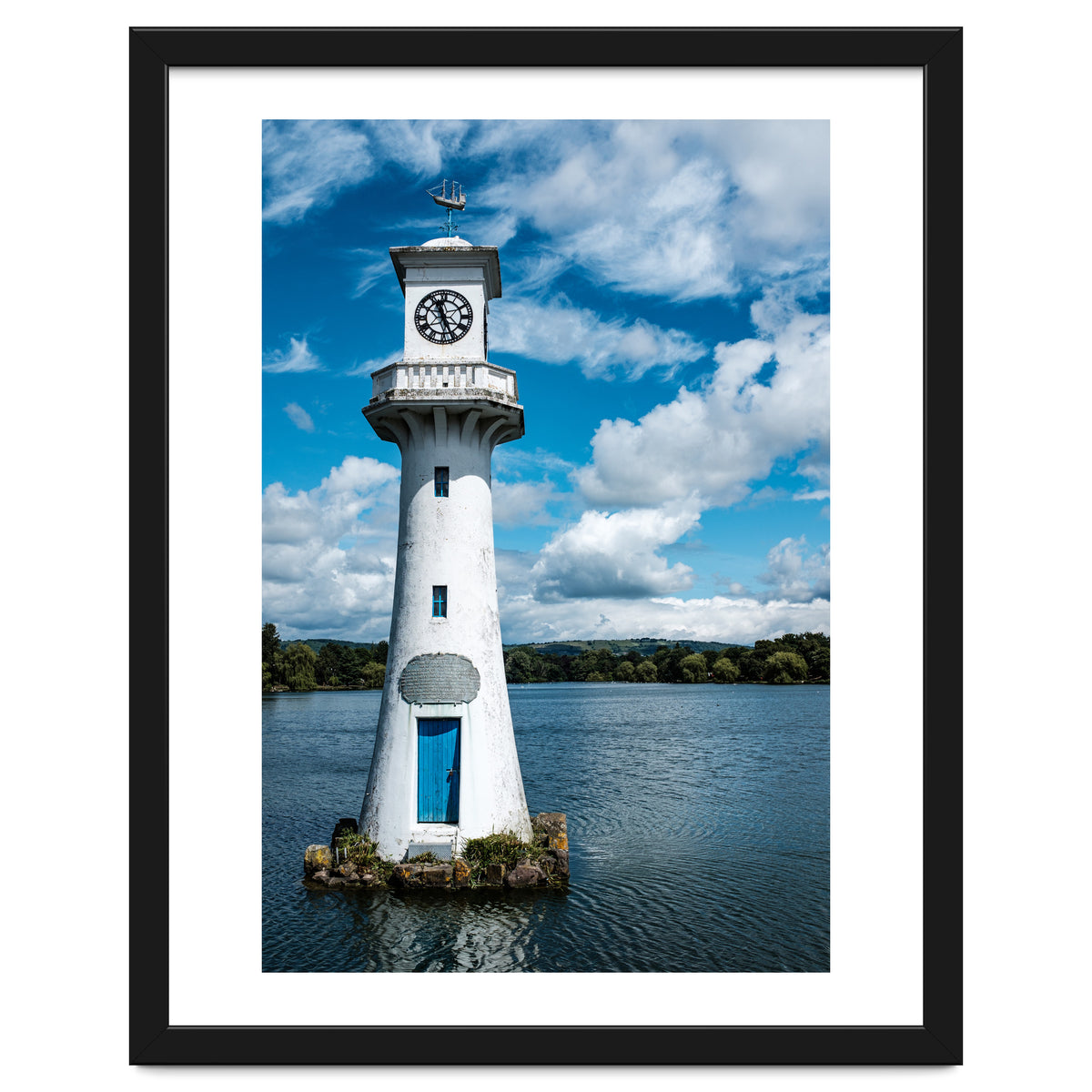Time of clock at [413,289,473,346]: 11:25
